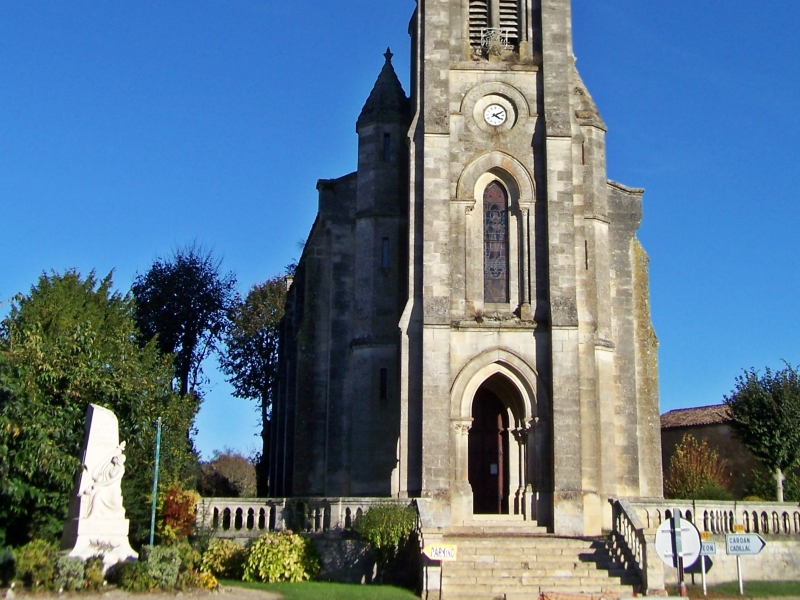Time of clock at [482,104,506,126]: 4:10
